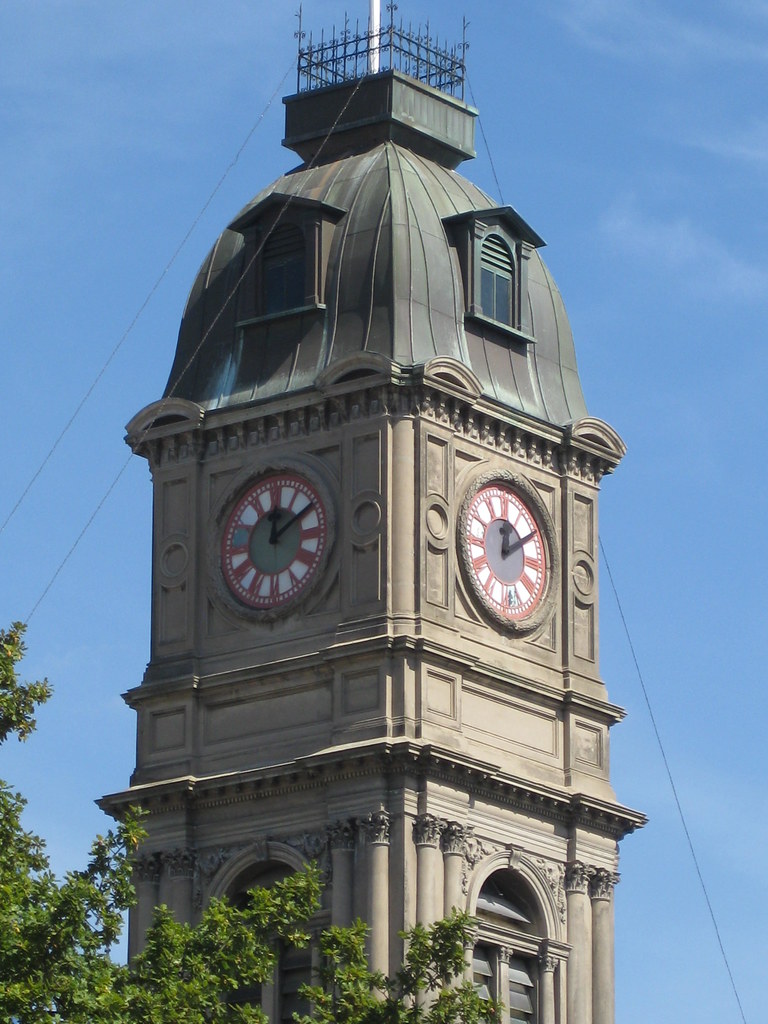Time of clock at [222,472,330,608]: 12:09
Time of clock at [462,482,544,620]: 12:09
